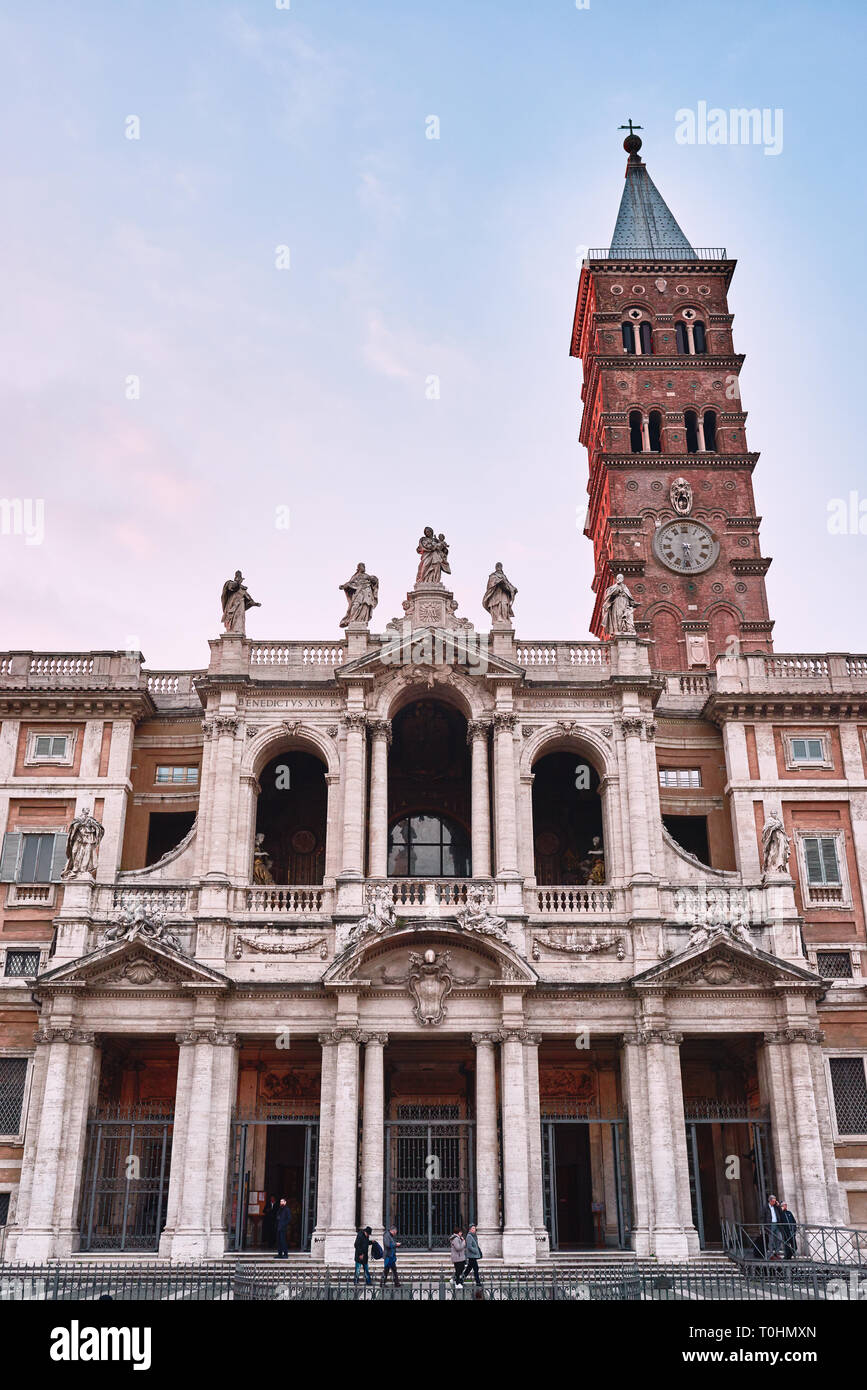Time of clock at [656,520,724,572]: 5:31
